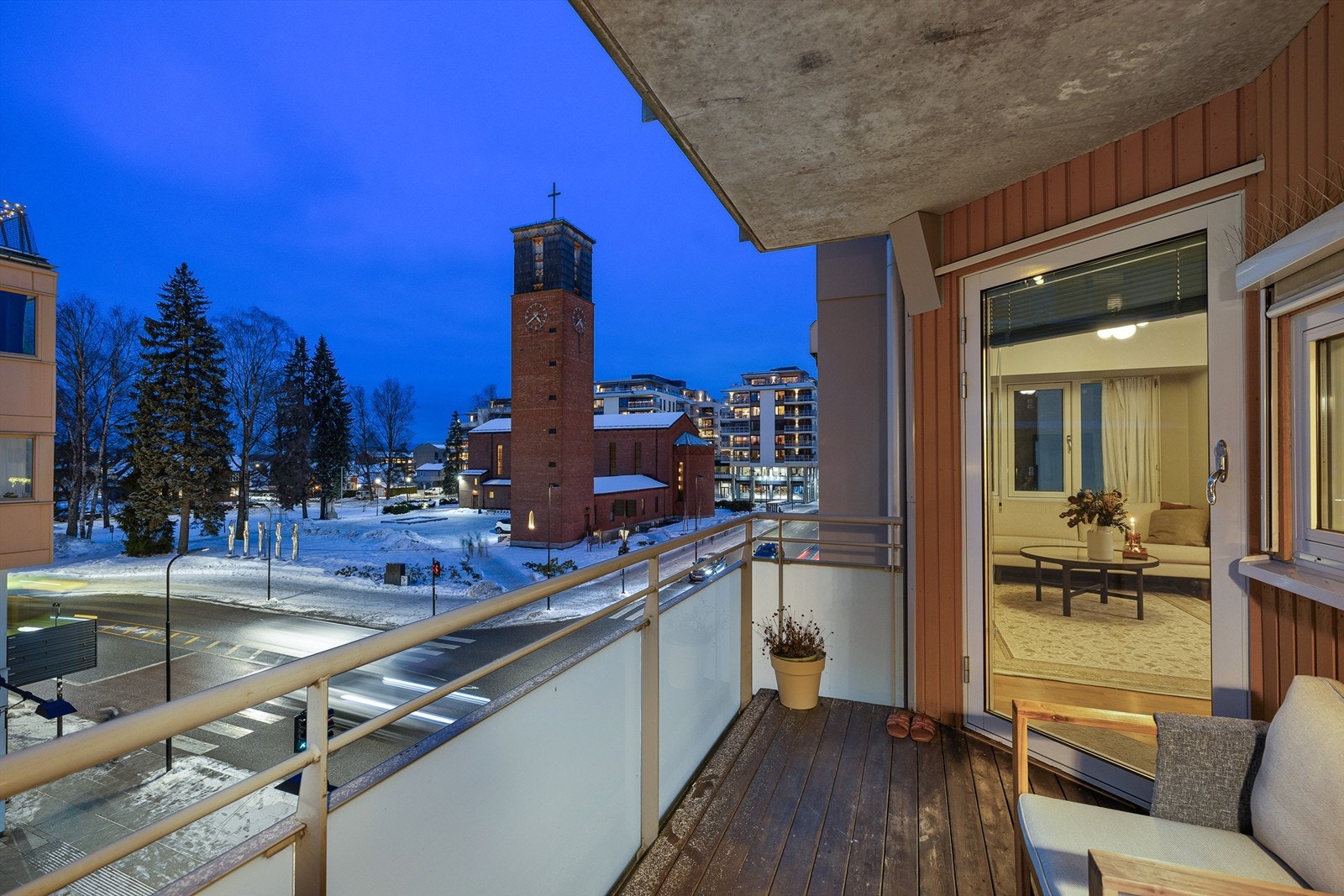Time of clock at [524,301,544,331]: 4:39
